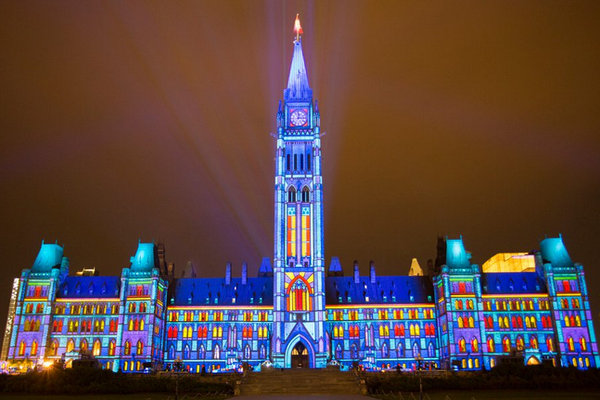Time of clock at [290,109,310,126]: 12:14
